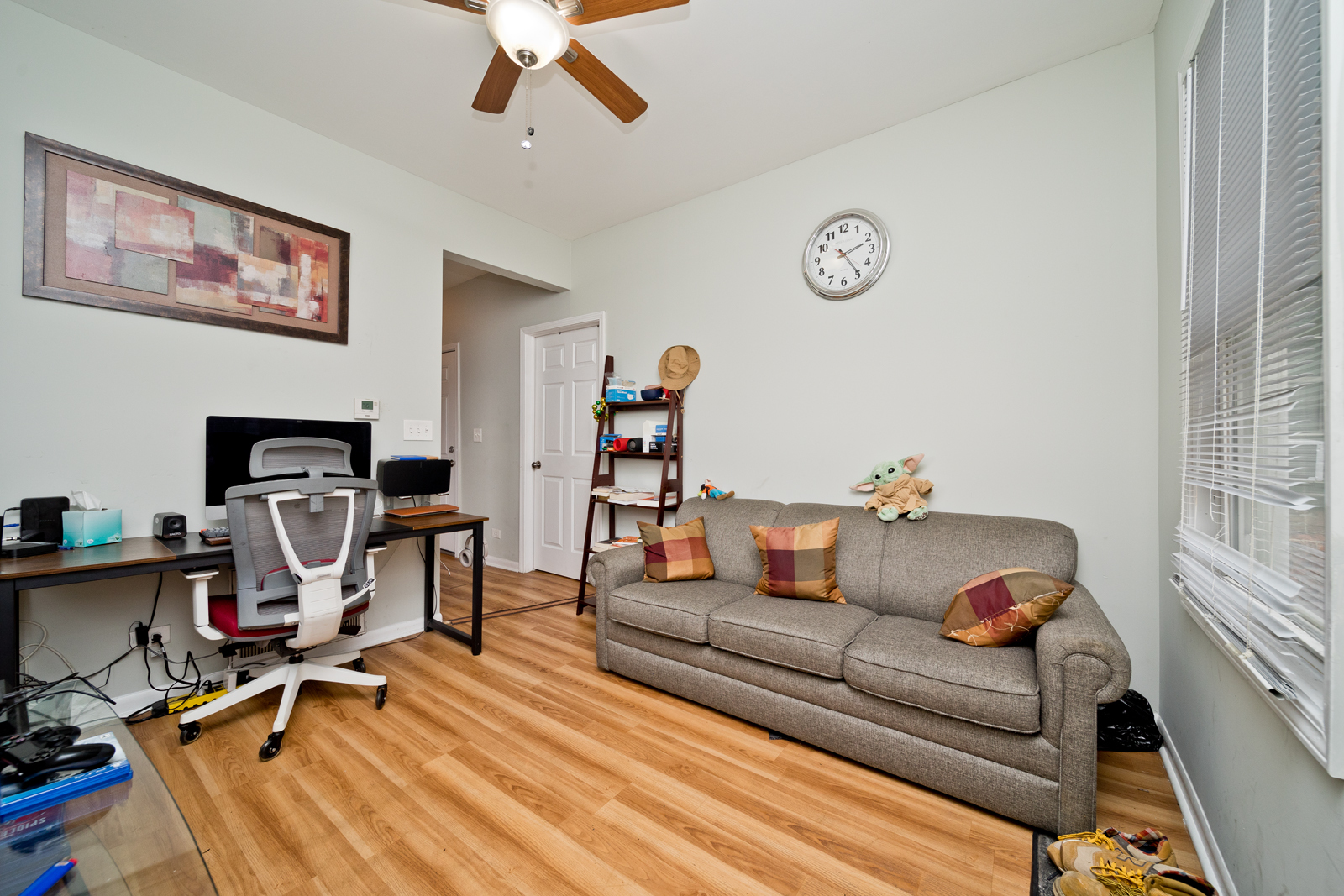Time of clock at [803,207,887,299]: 2:24
